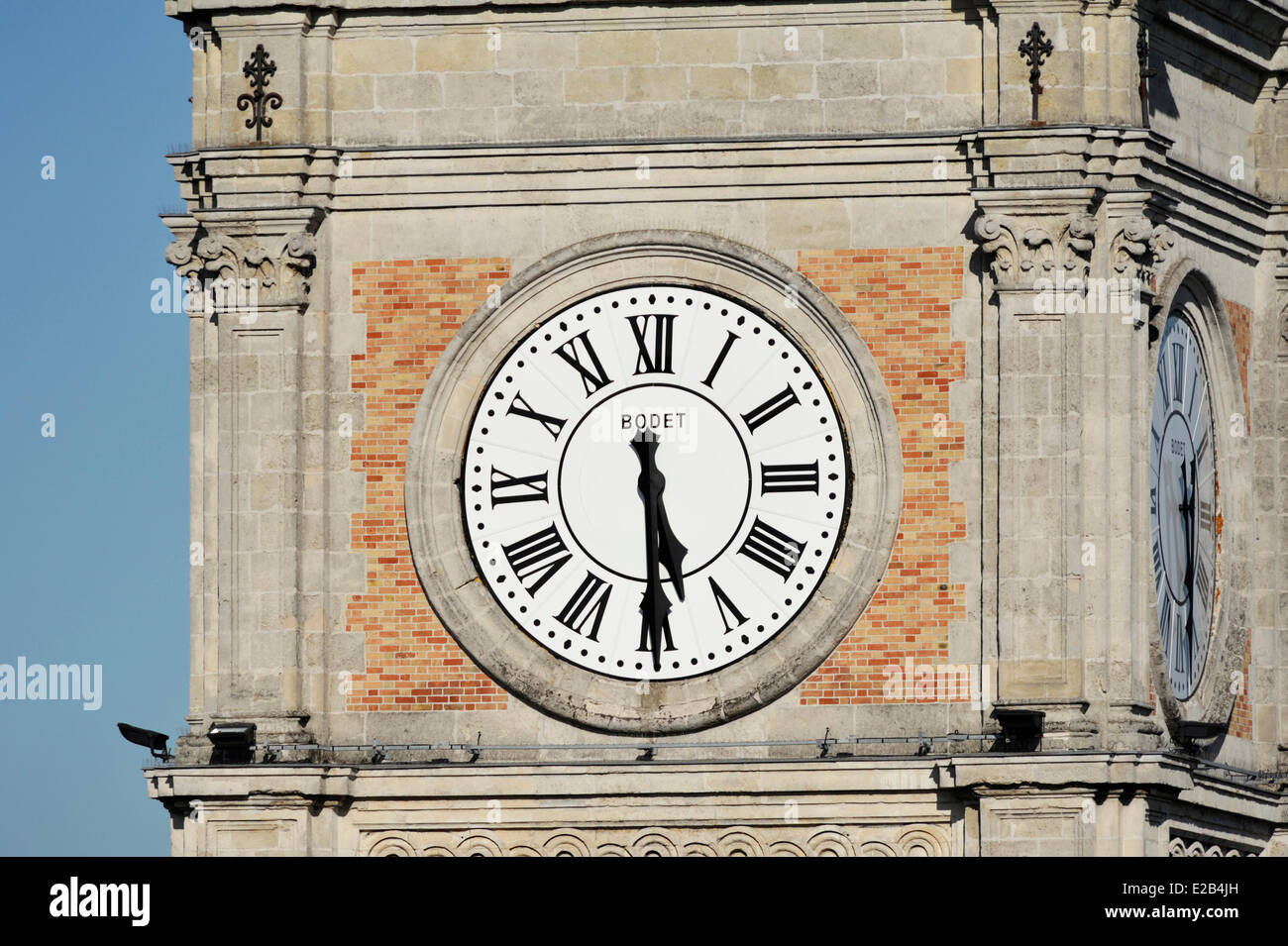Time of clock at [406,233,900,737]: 5:29
